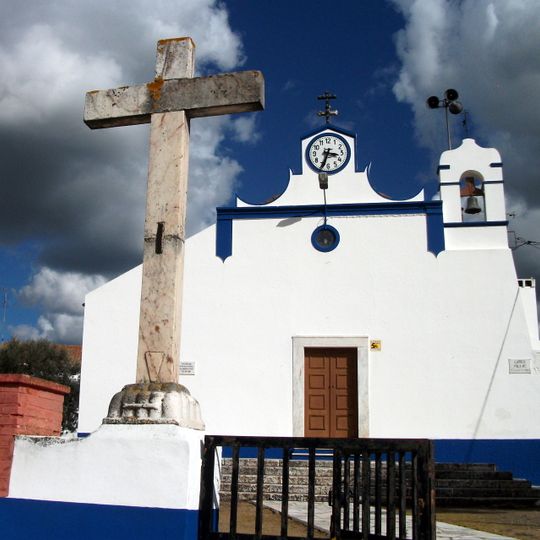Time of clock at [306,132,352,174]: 3:33
